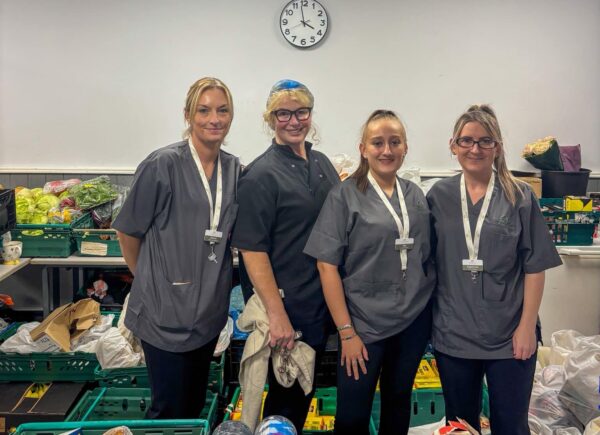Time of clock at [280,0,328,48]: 3:58
